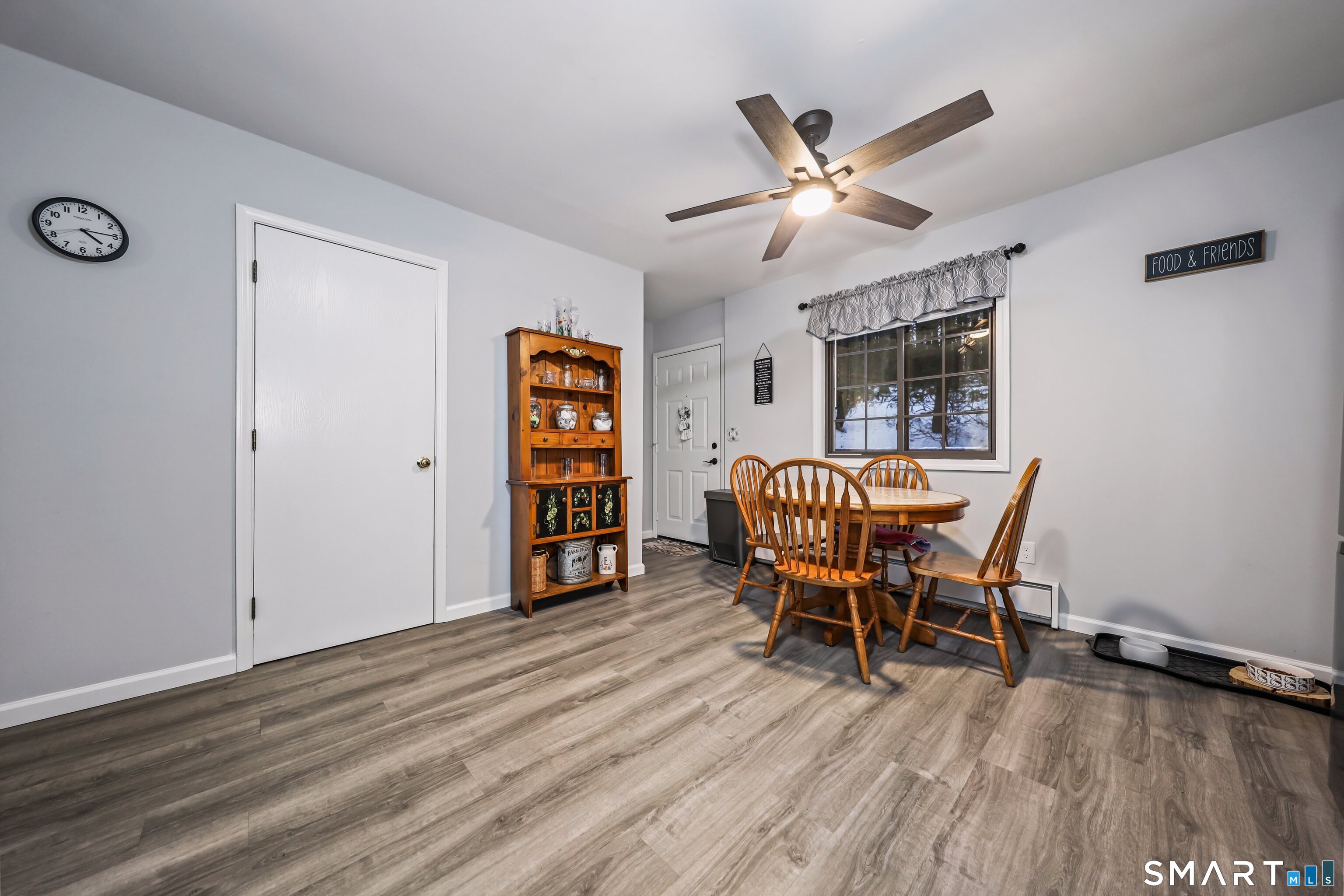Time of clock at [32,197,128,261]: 4:14
